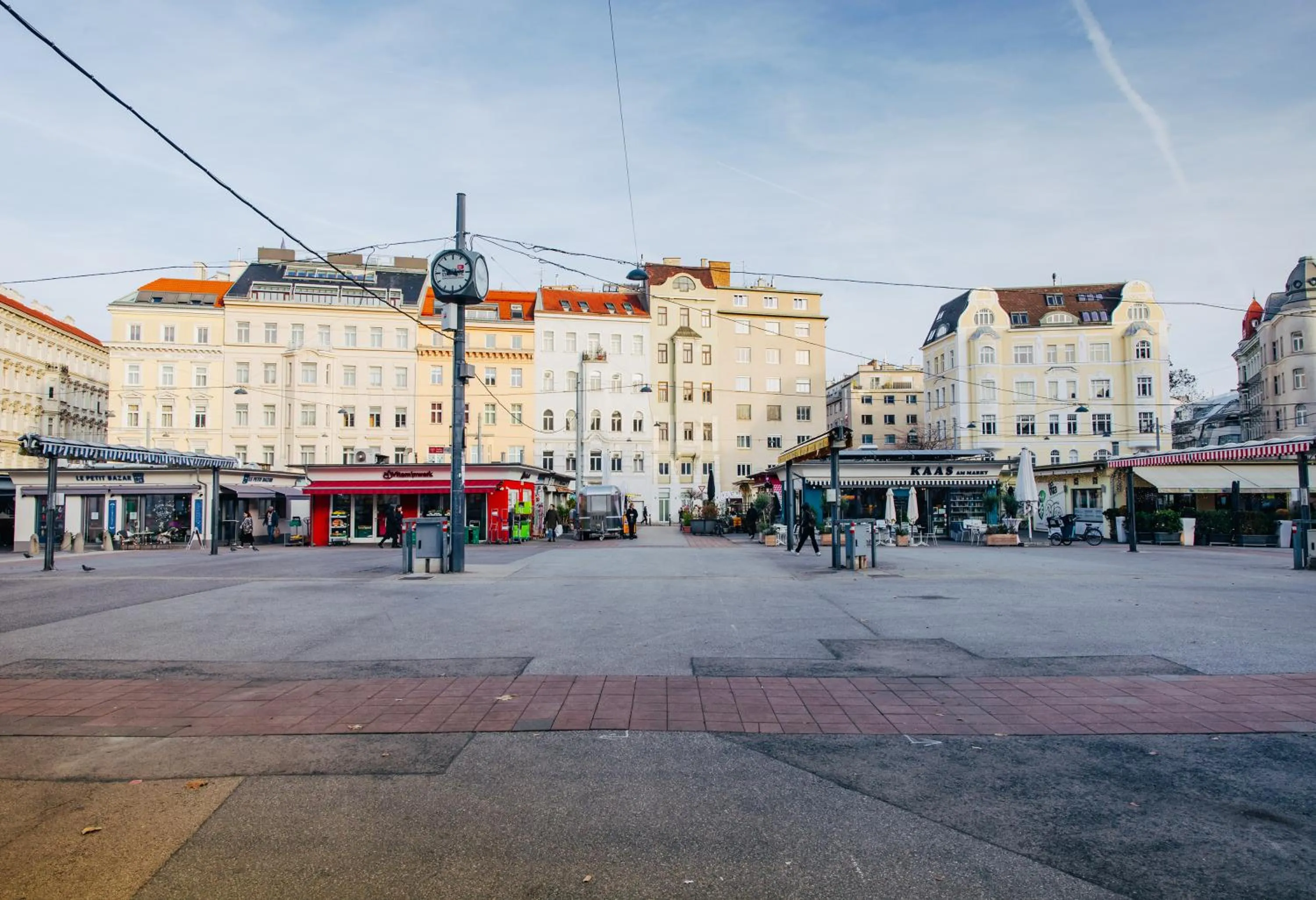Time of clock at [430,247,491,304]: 2:49
